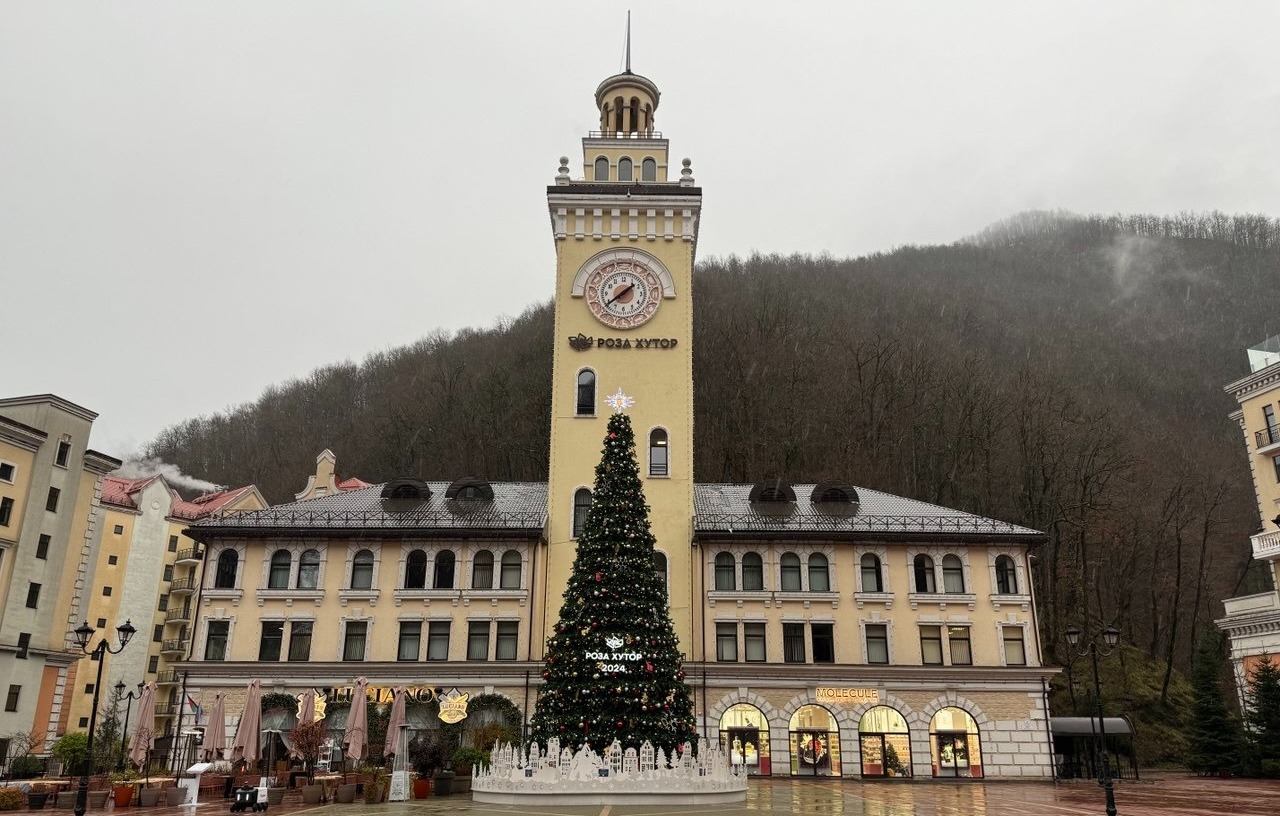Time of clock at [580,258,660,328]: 1:37
